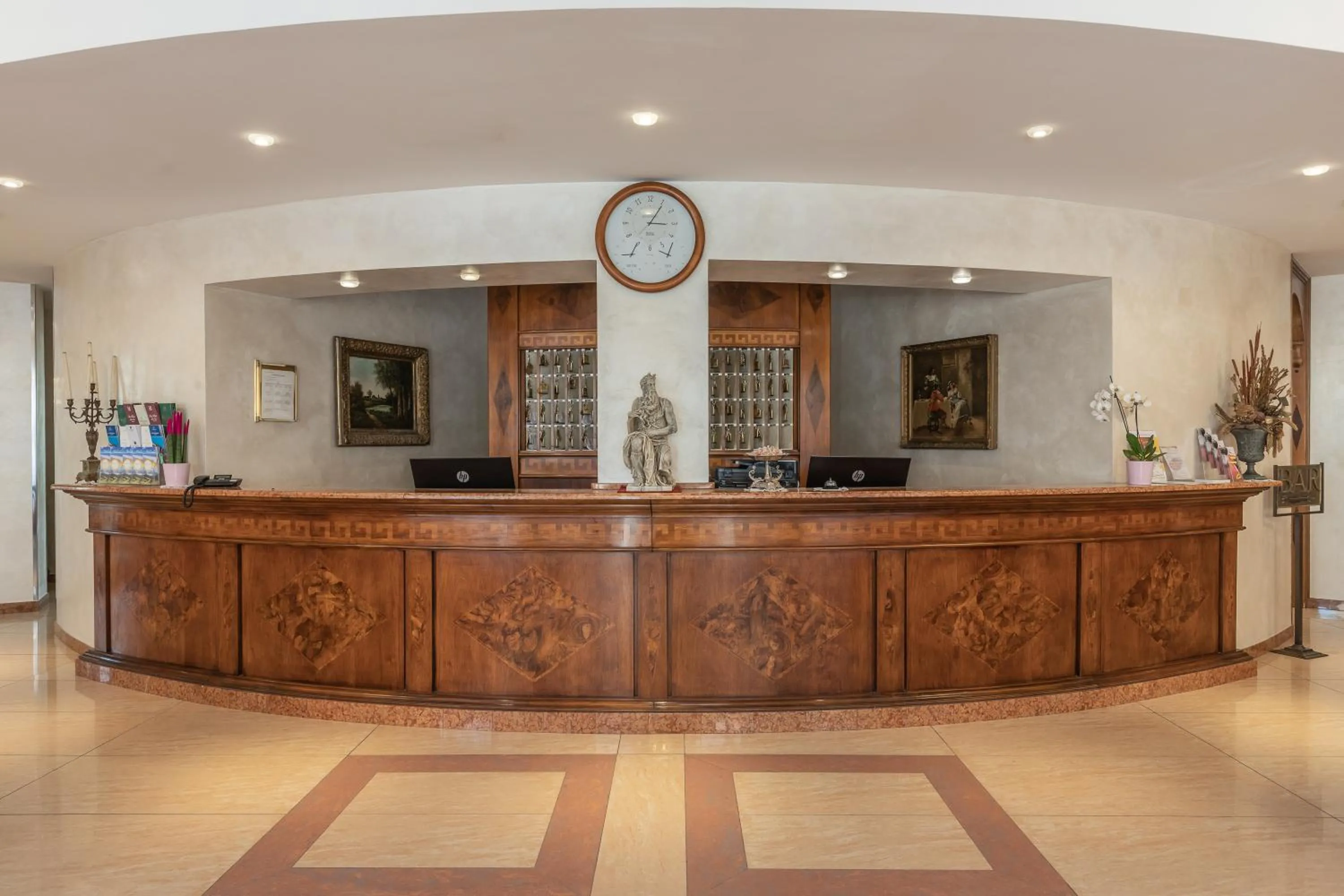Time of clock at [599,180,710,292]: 3:05
